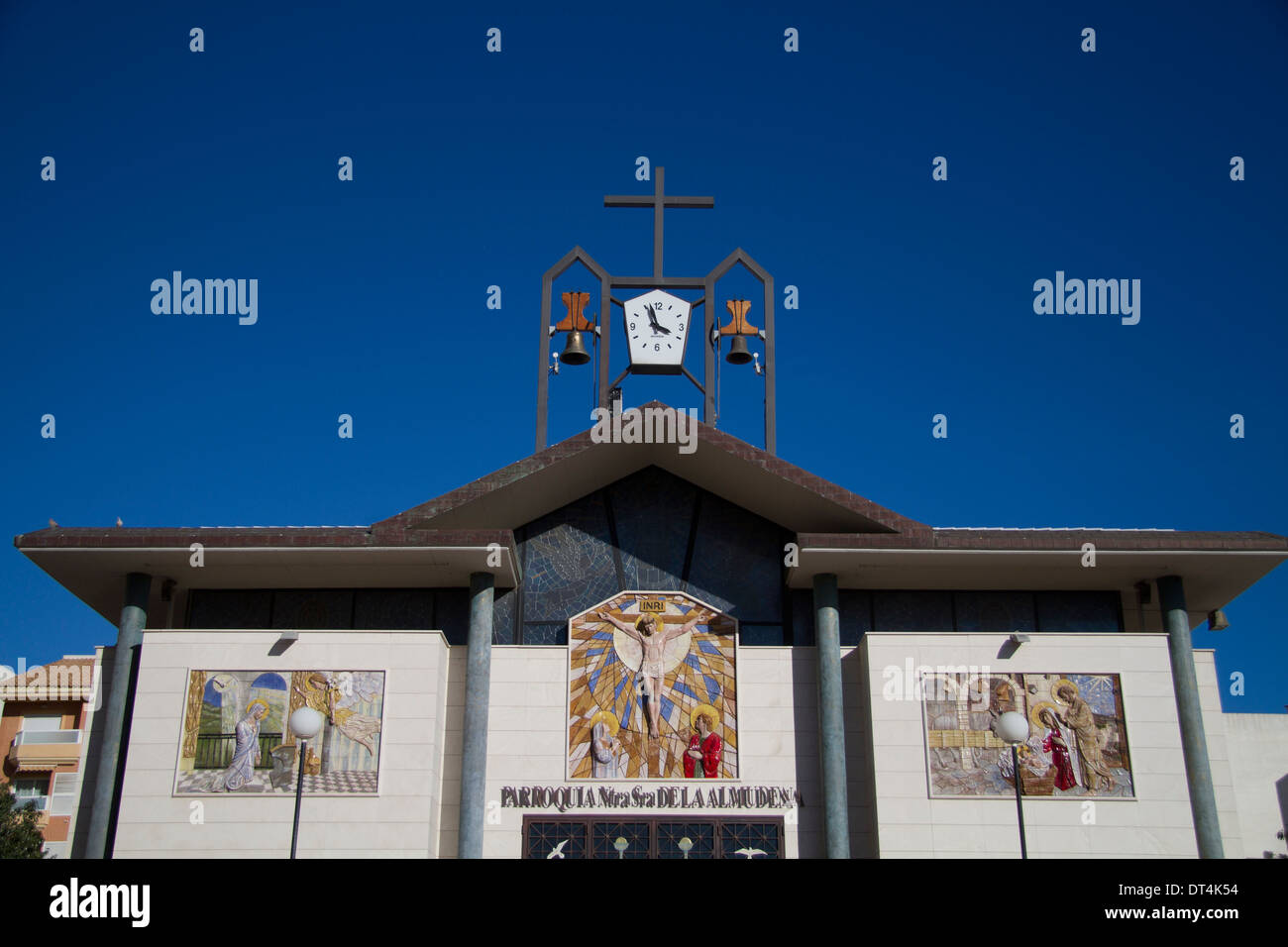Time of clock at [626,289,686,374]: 3:57
